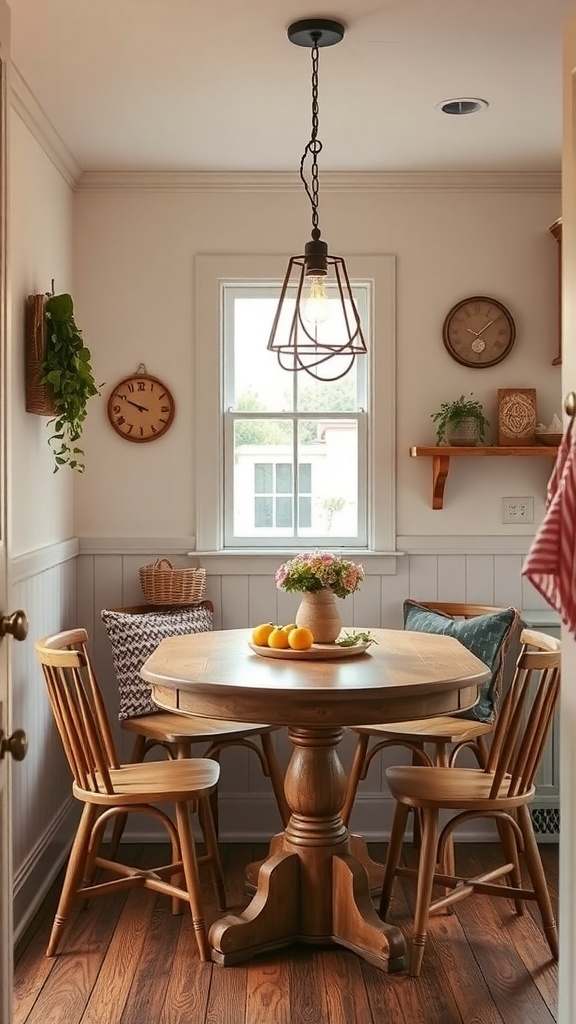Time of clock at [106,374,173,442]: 9:49
